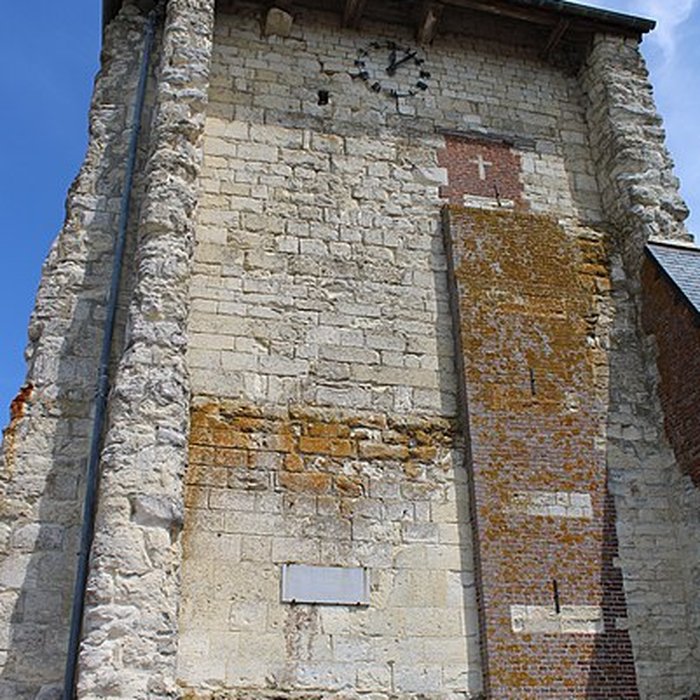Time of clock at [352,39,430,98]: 12:07
